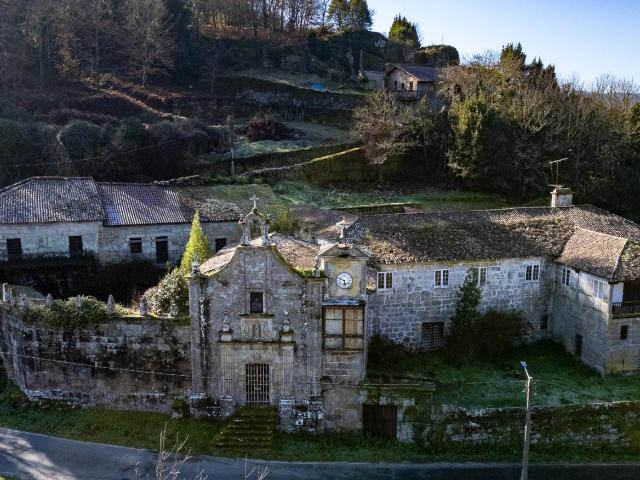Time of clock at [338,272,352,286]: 5:48
